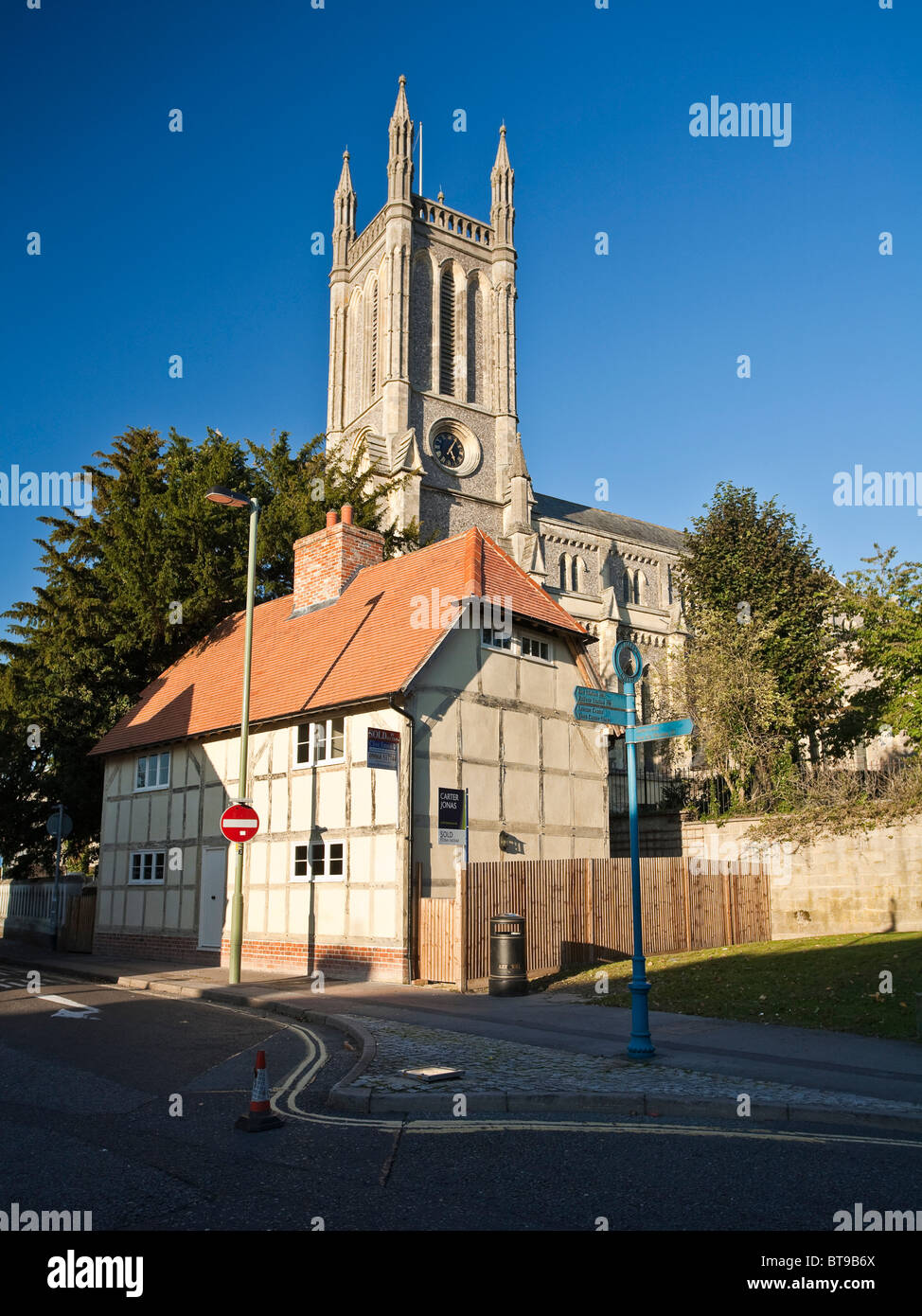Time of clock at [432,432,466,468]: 5:06
